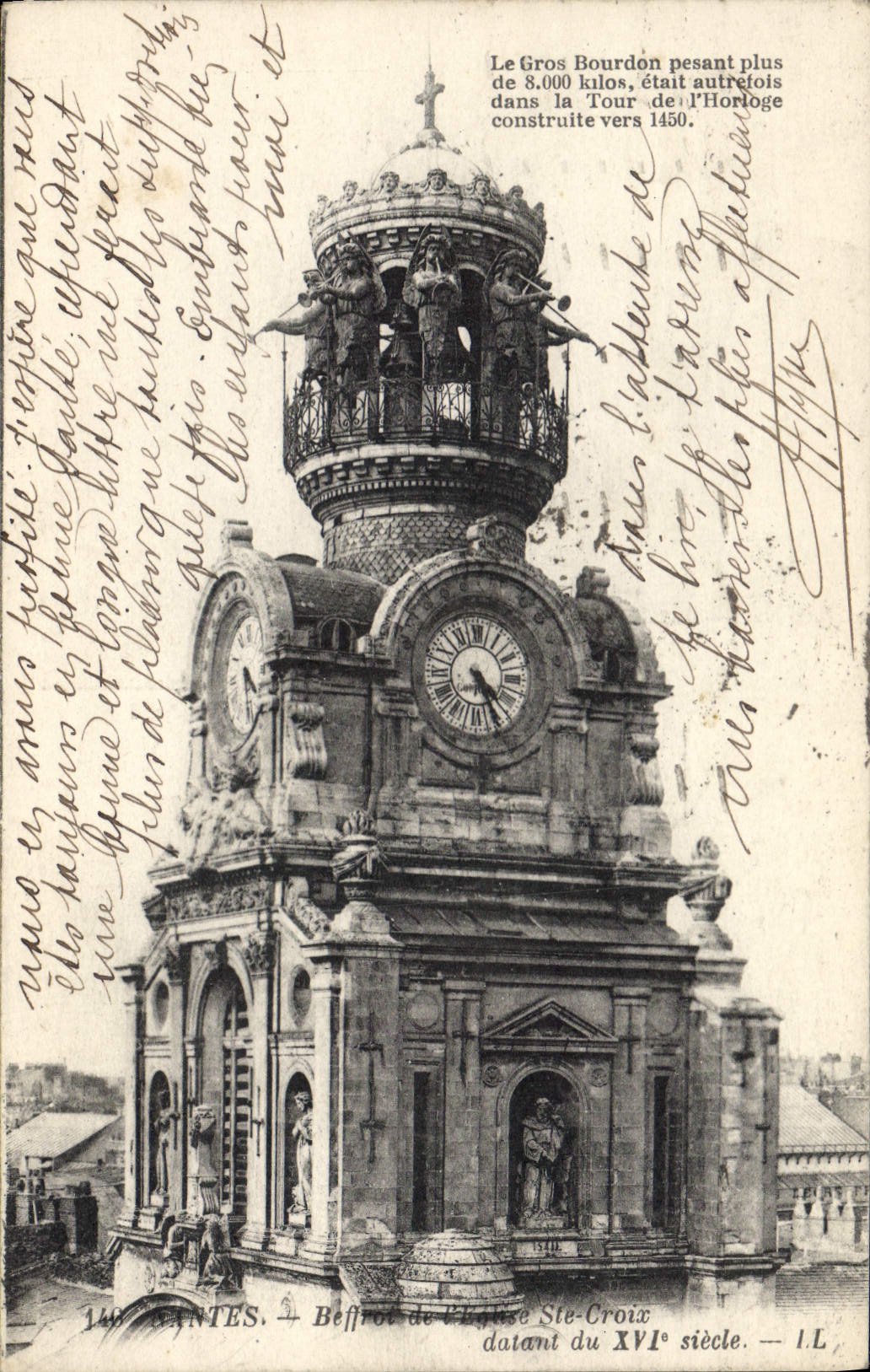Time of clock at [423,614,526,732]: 4:25
